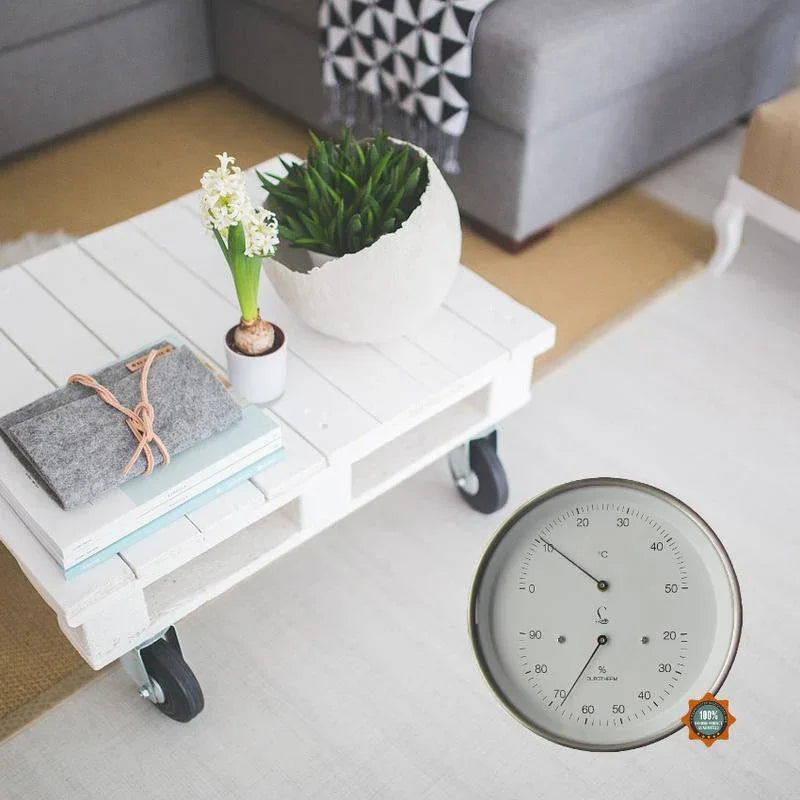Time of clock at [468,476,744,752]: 6:50
